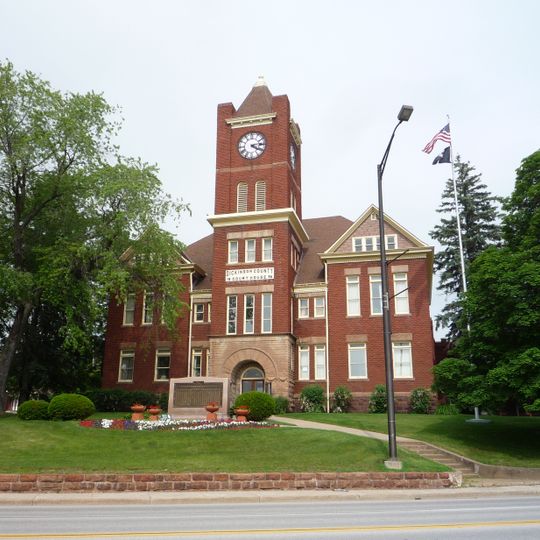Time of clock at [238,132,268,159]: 4:13
